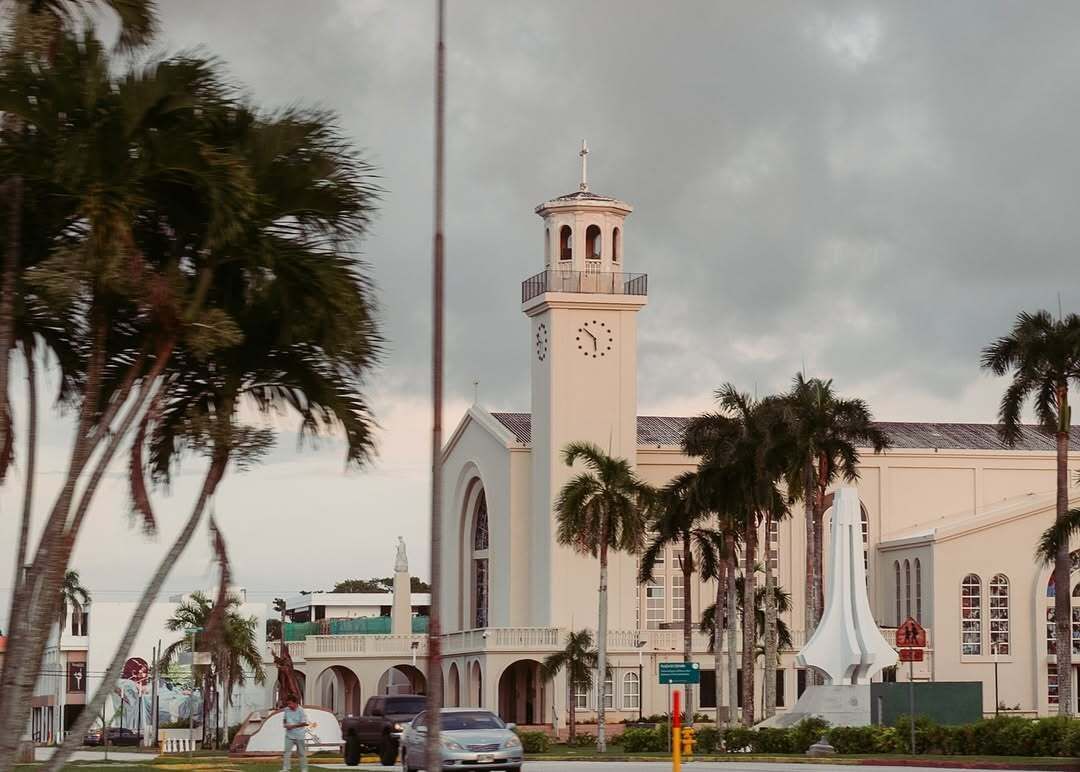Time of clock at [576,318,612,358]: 5:51
